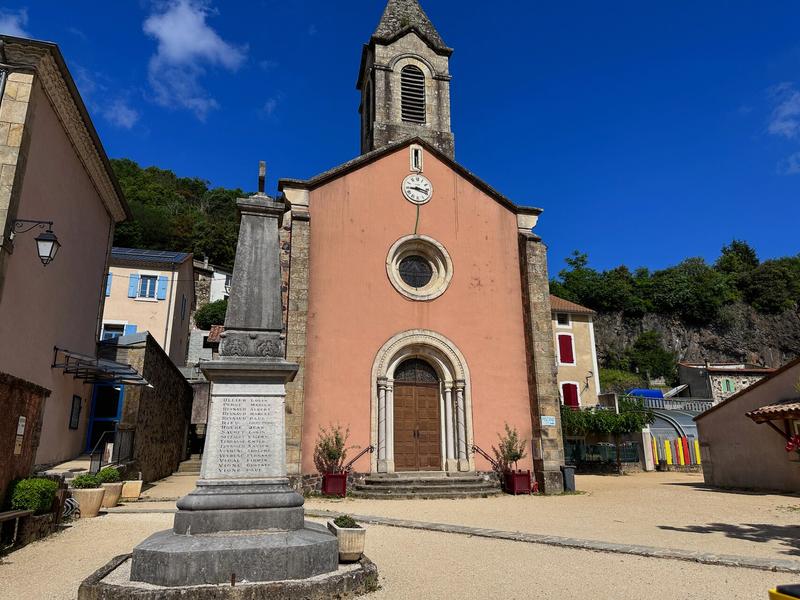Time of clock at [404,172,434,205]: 9:17
